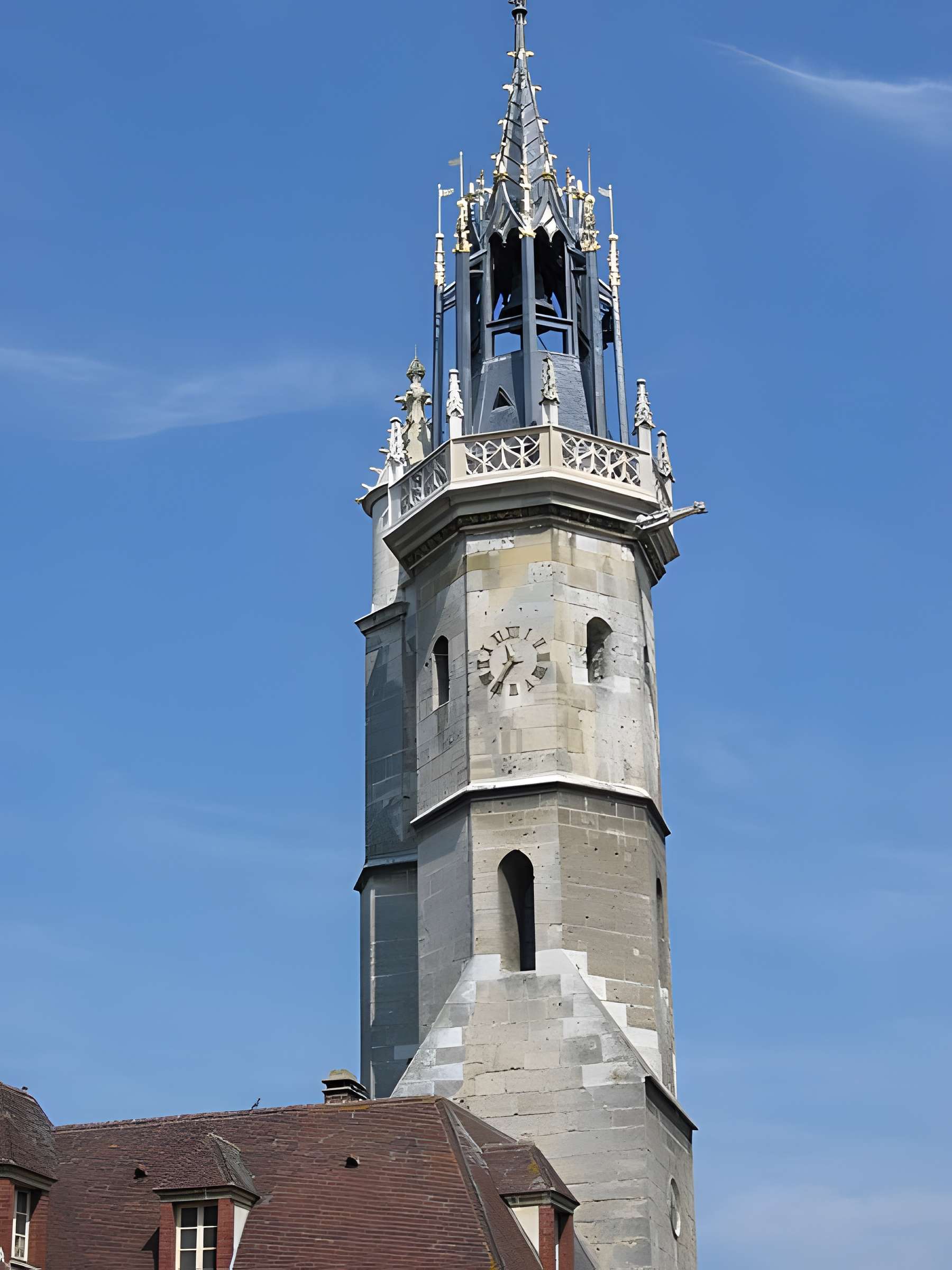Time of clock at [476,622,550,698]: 11:35
